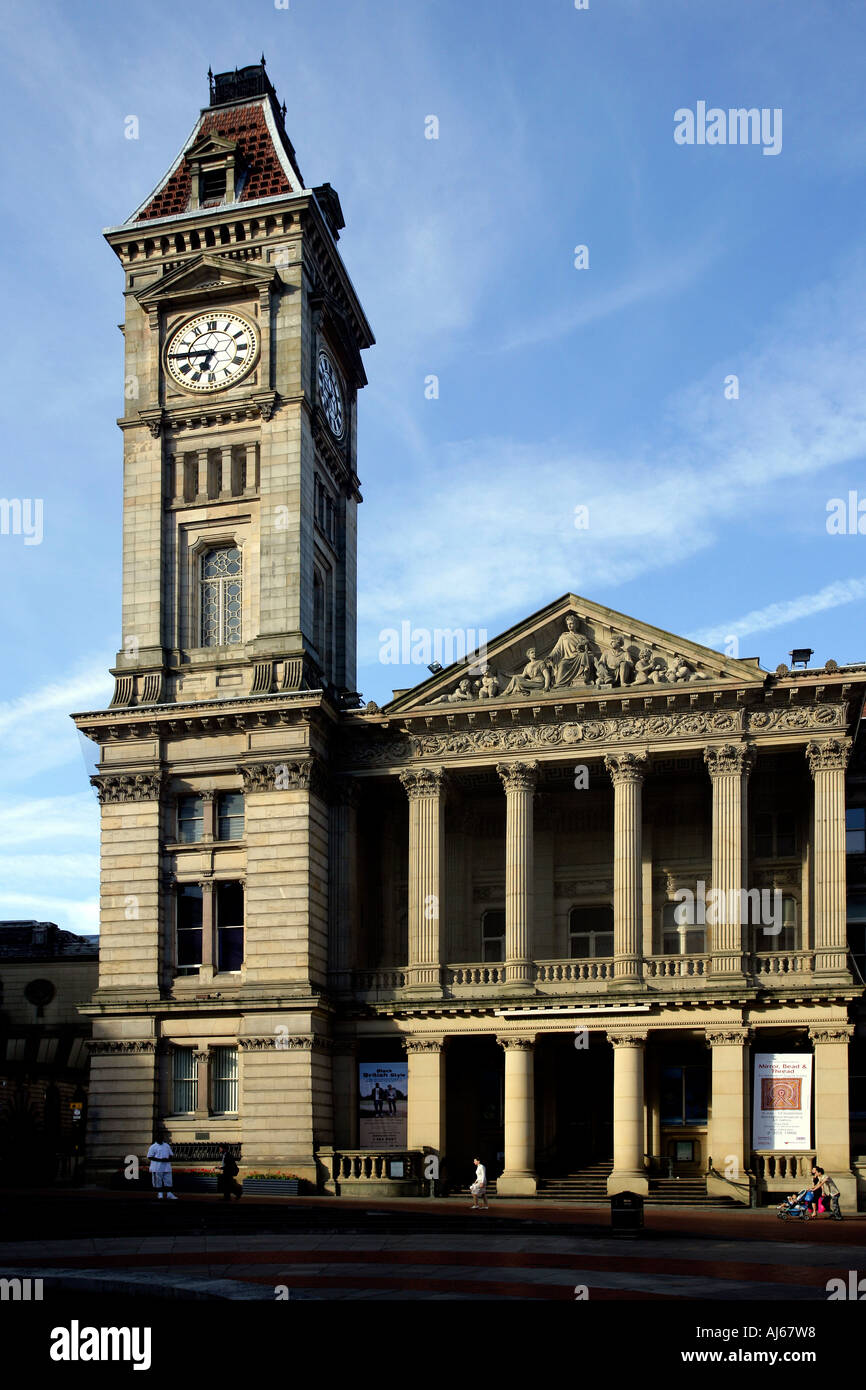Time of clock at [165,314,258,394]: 6:45
